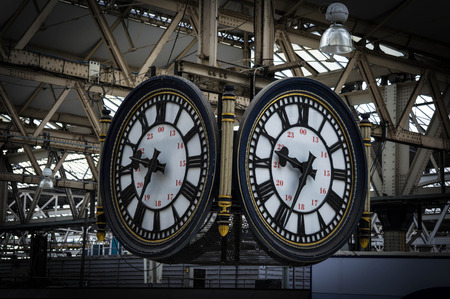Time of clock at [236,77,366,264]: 9:34
